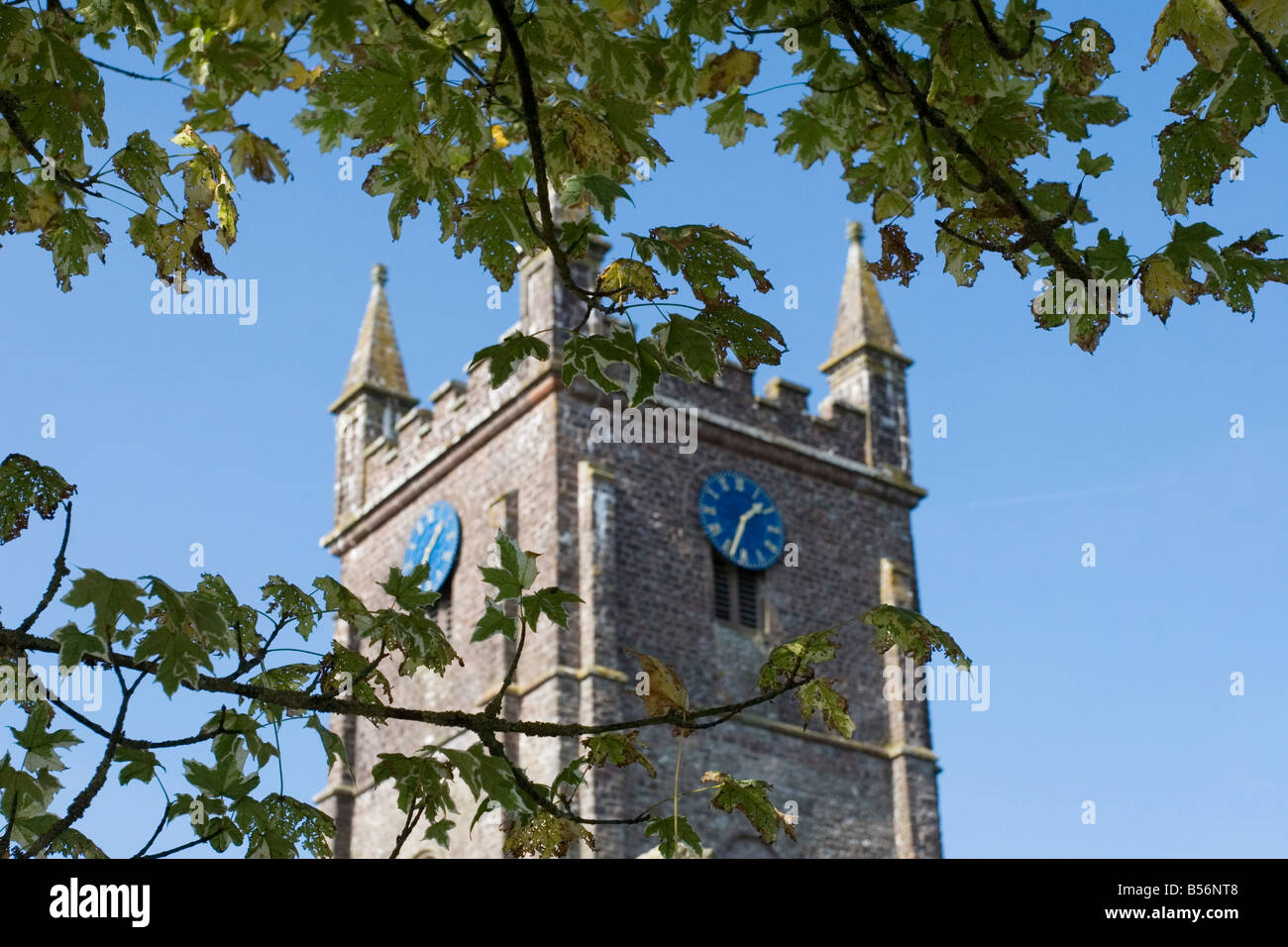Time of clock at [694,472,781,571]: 1:33
